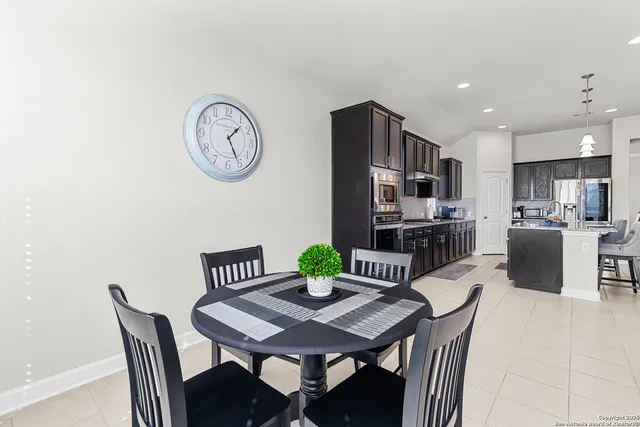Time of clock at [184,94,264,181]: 1:25
